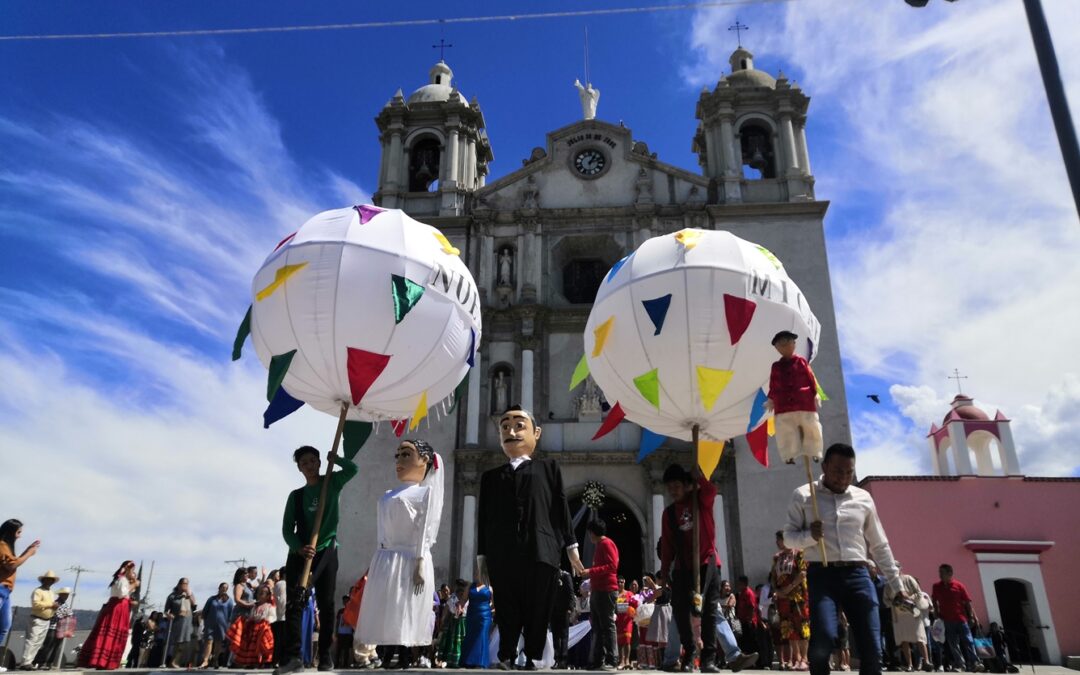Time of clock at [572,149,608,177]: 1:12
